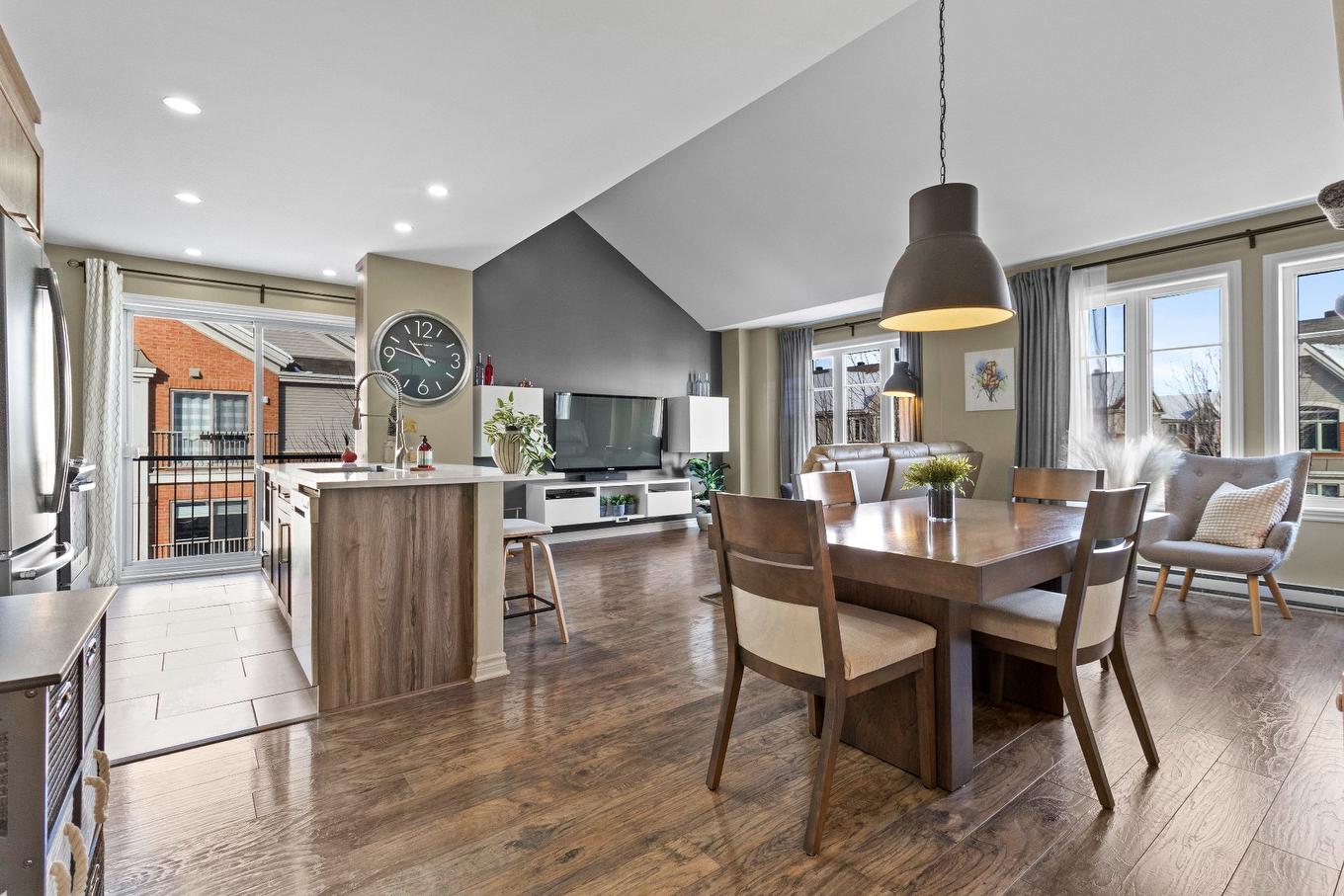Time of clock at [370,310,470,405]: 10:47
